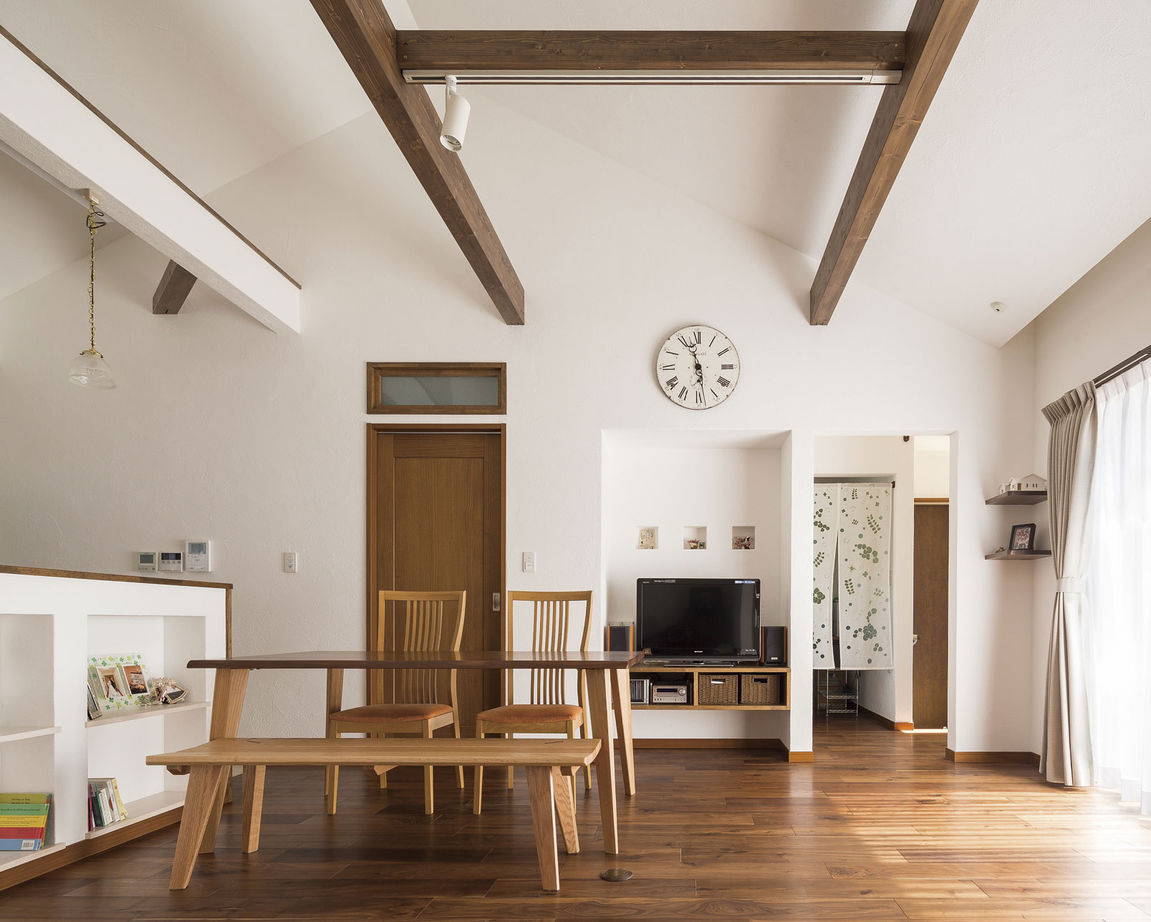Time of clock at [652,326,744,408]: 11:28
